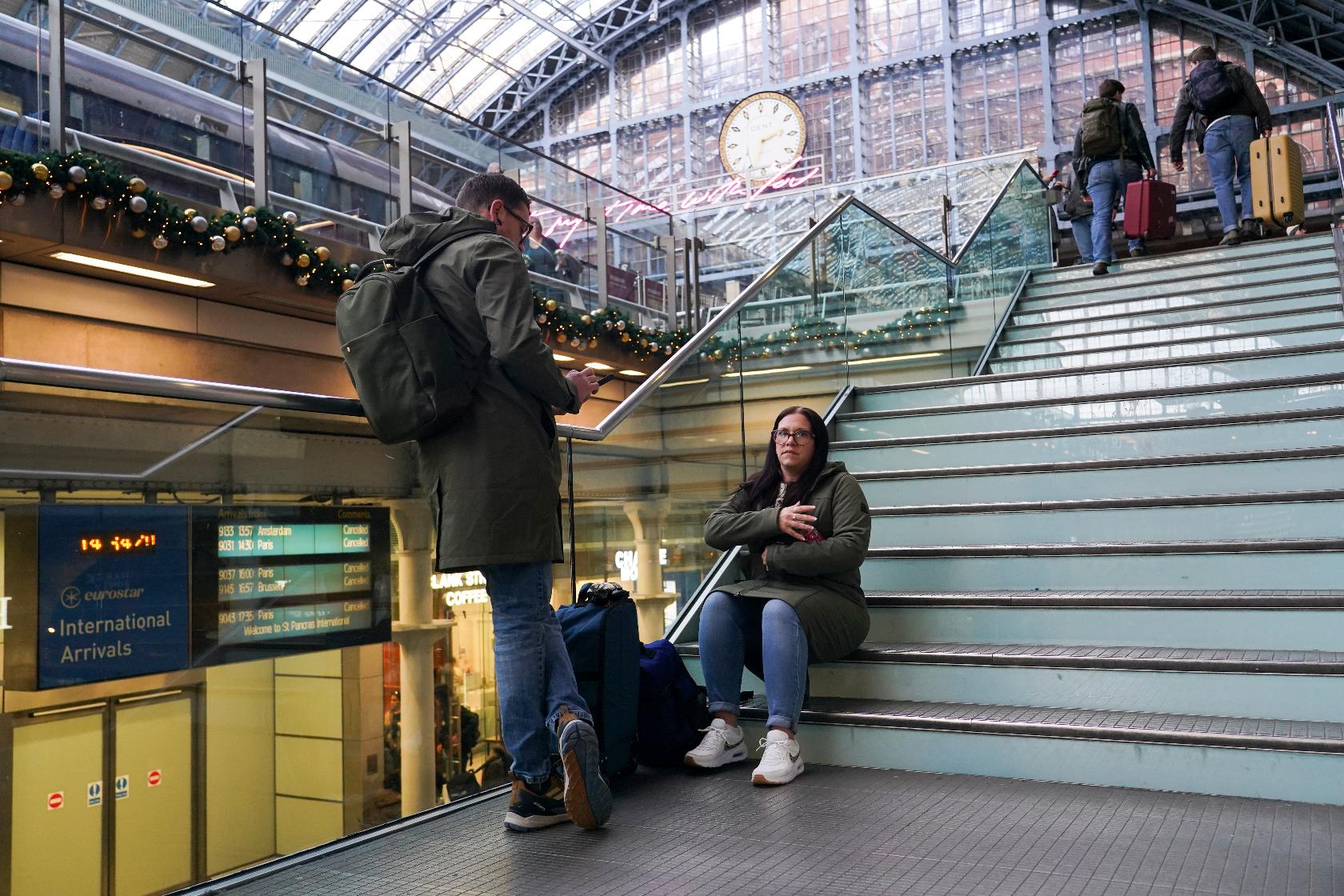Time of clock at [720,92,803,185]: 2:33
